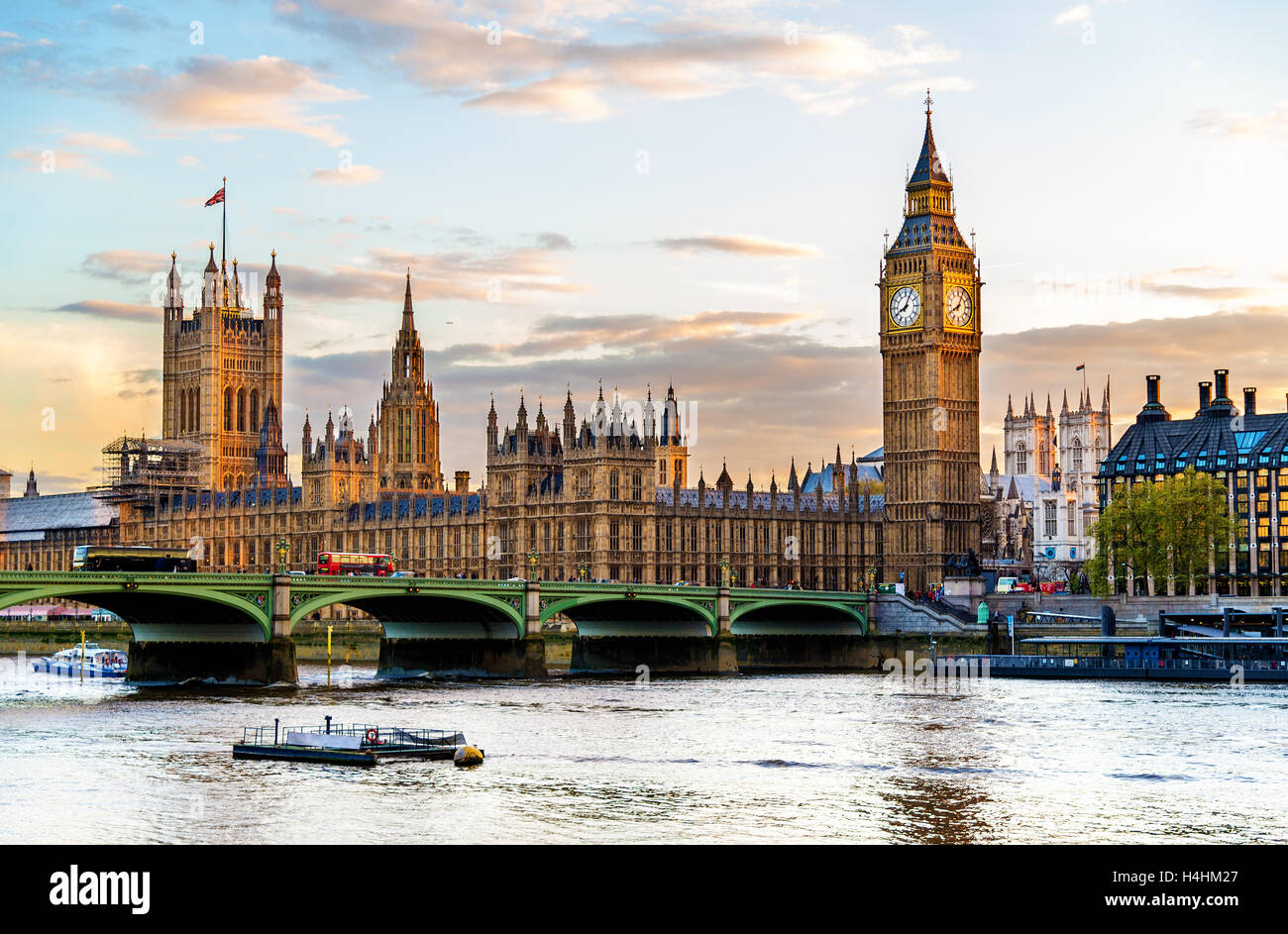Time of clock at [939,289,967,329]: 8:04
